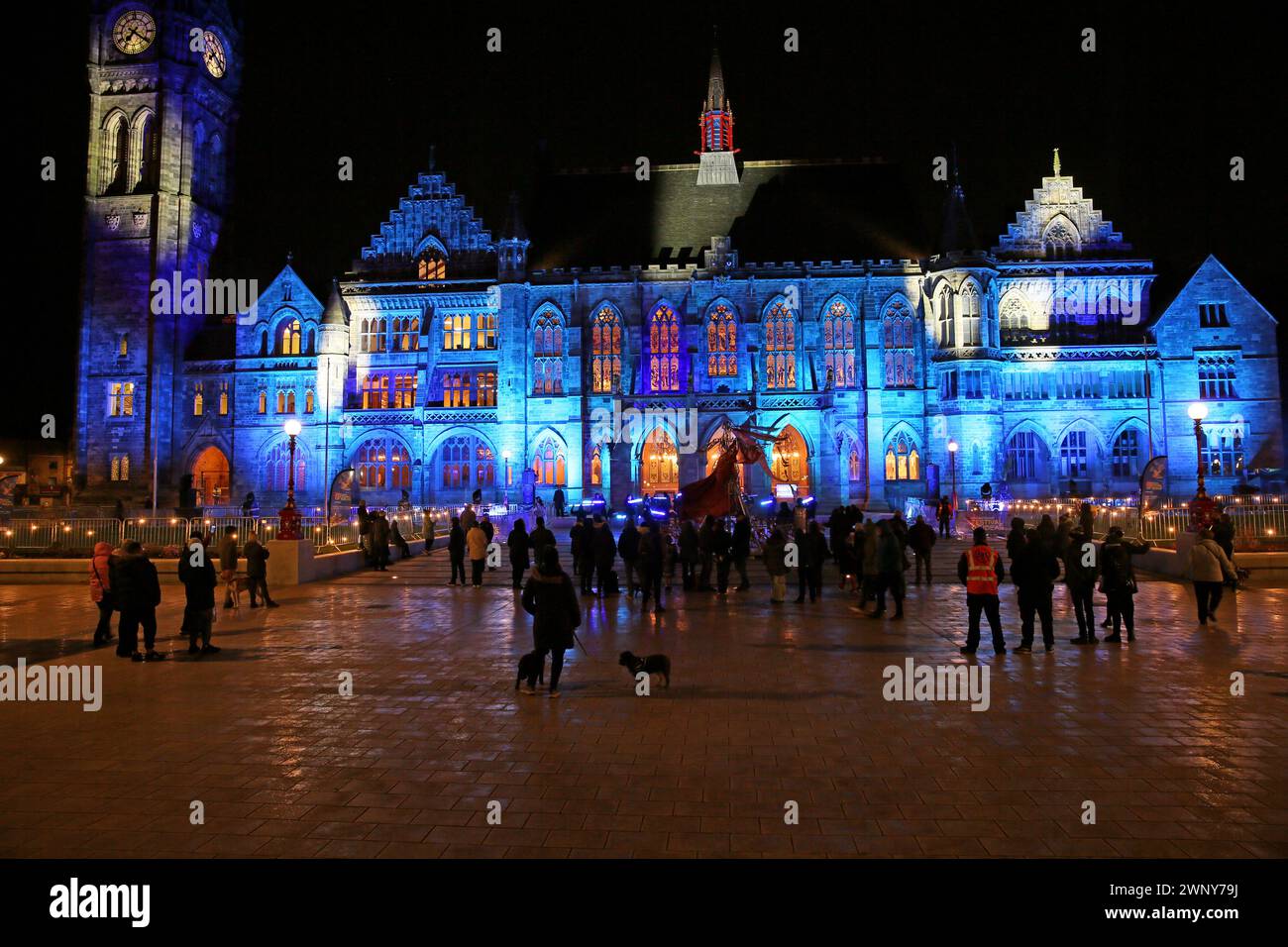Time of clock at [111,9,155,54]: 7:20
